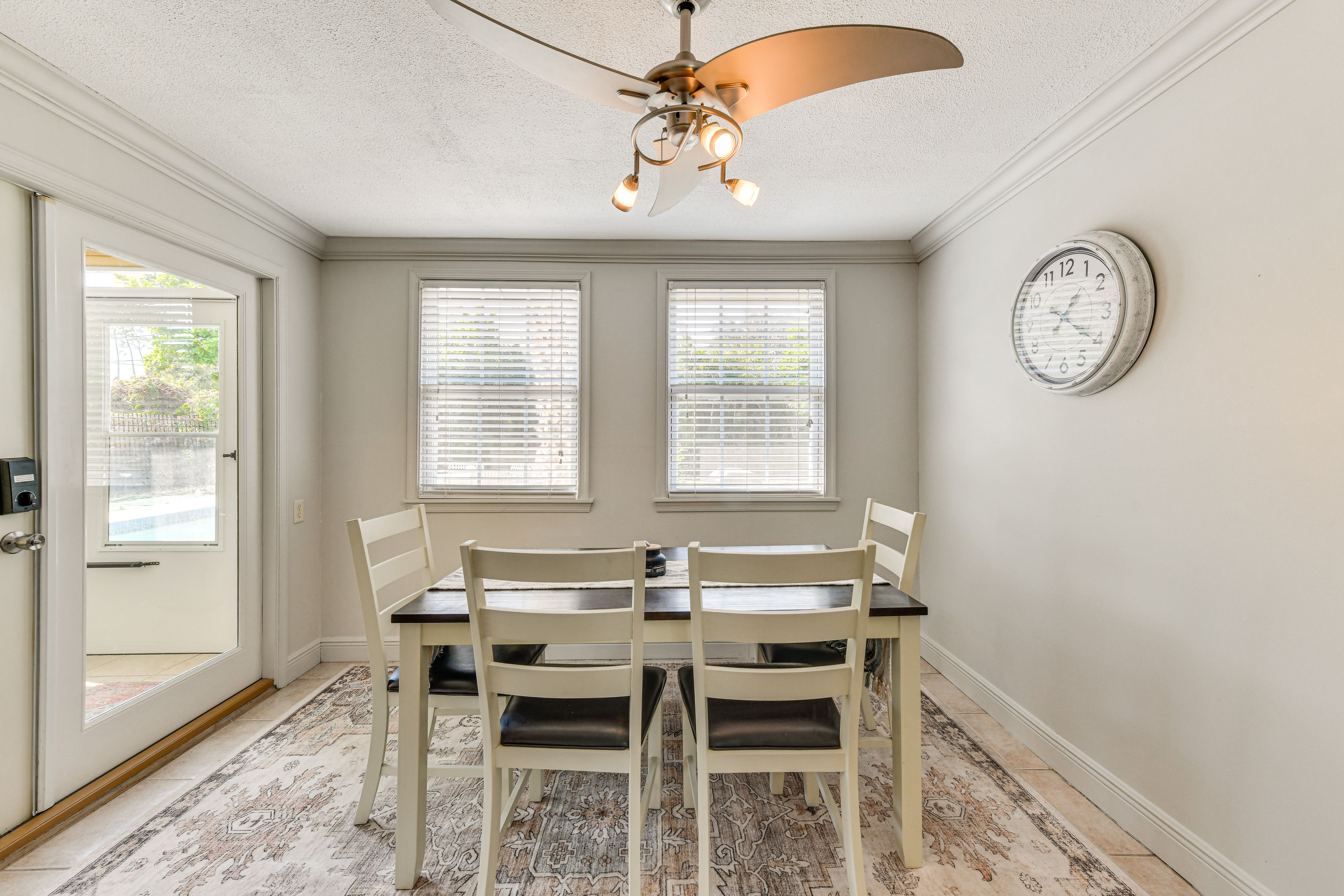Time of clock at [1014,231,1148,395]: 1:20
